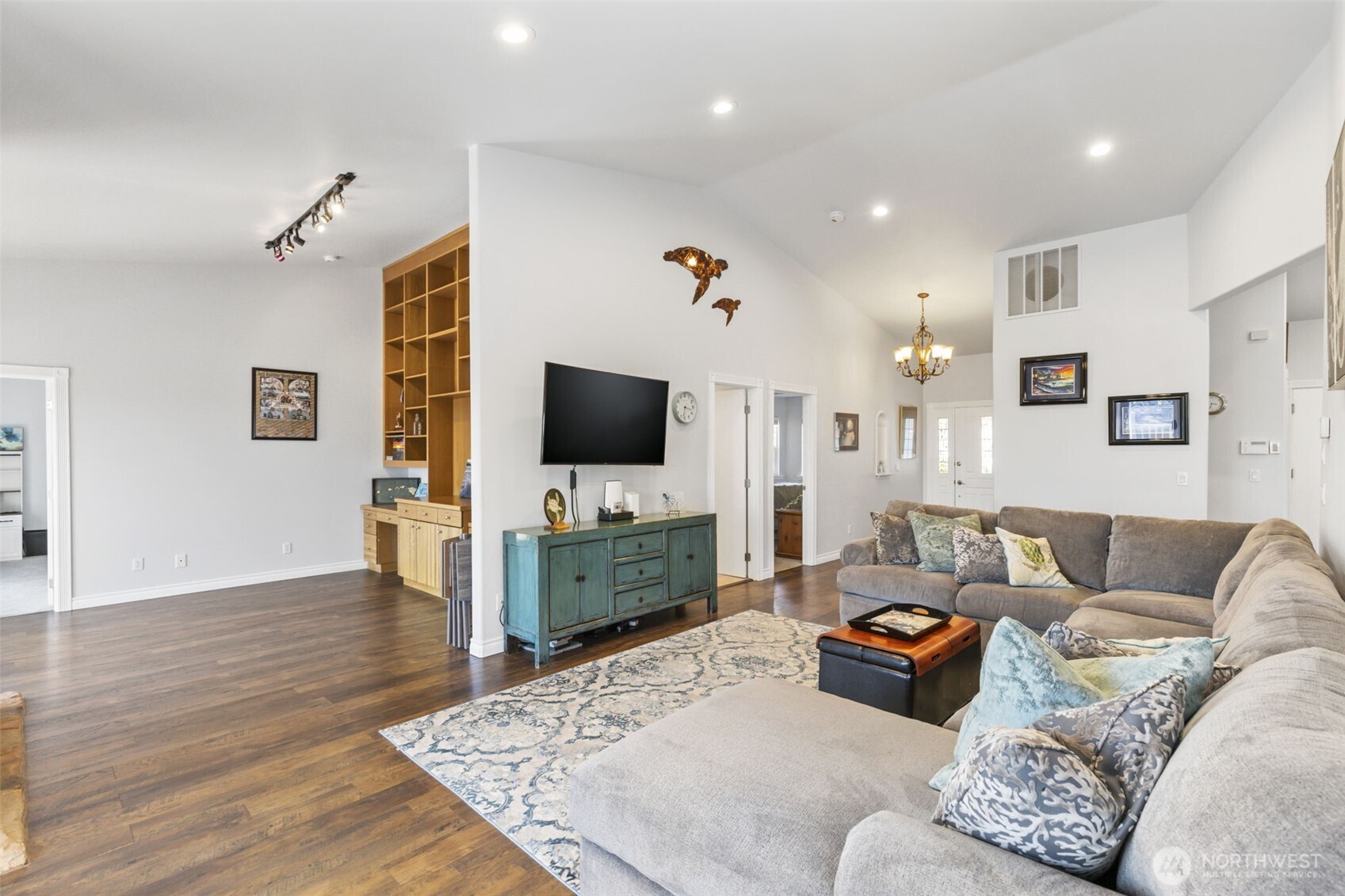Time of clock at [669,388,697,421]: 3:32
